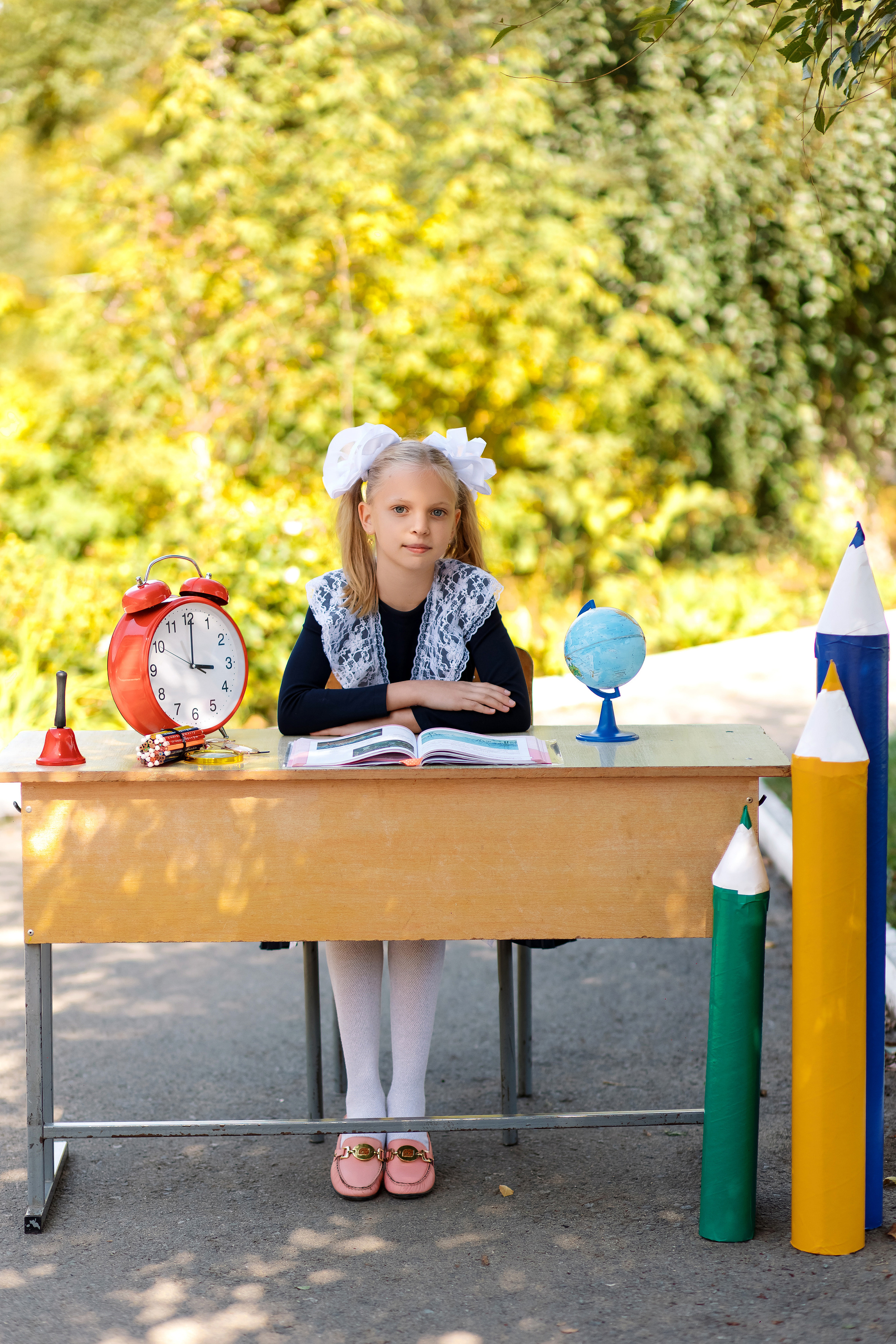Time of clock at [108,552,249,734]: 3:00
